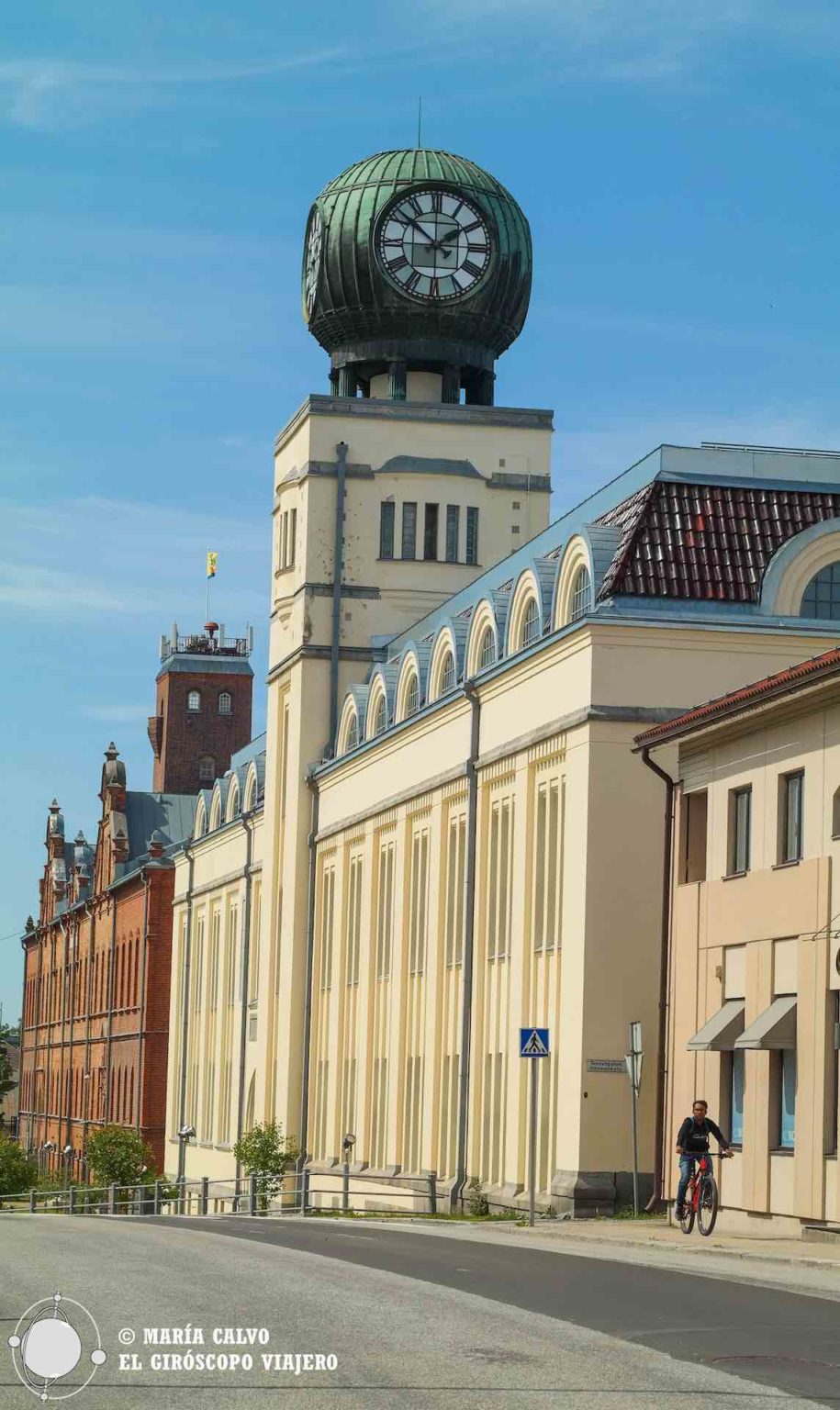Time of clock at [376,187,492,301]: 1:51
